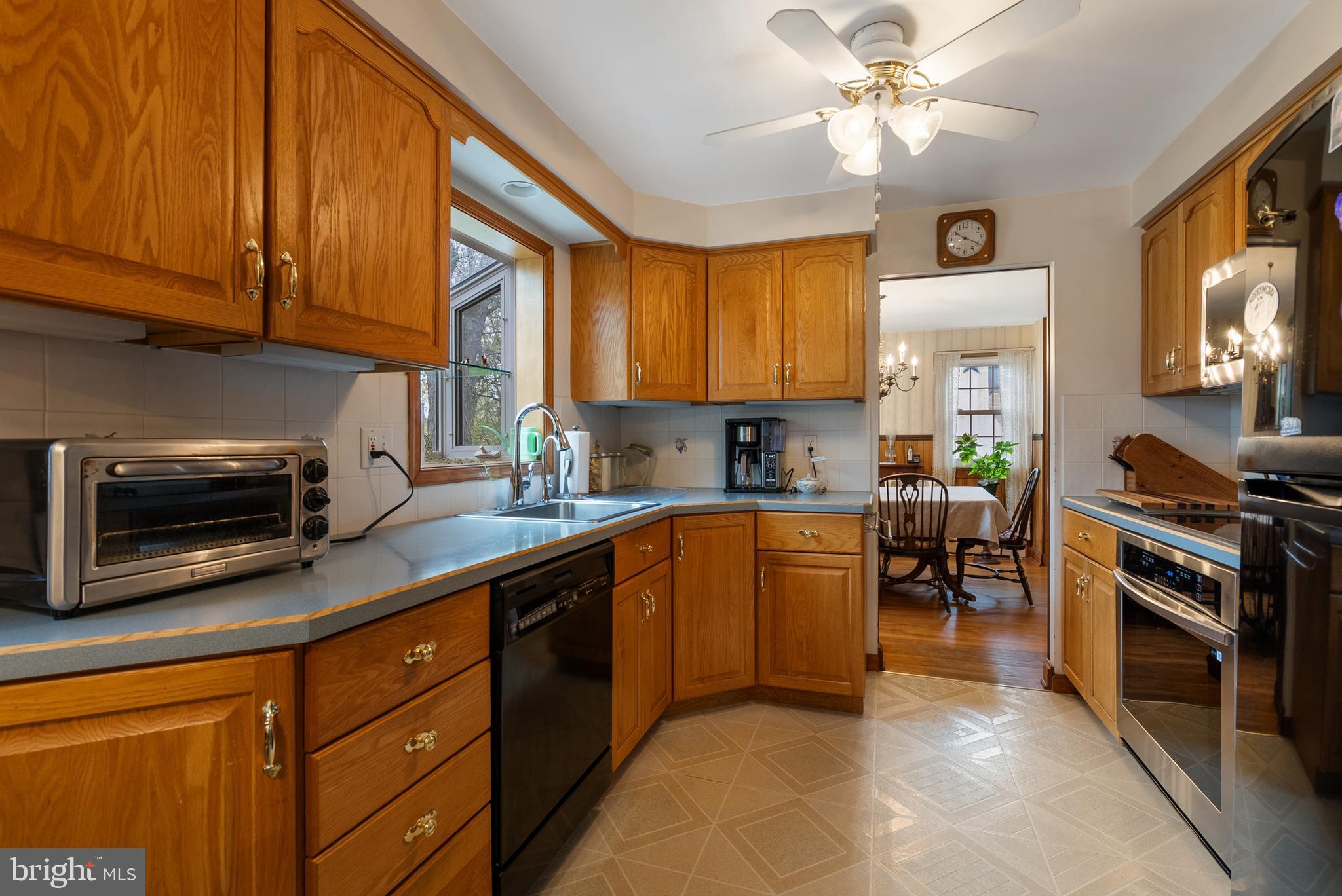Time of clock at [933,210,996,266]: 10:19
